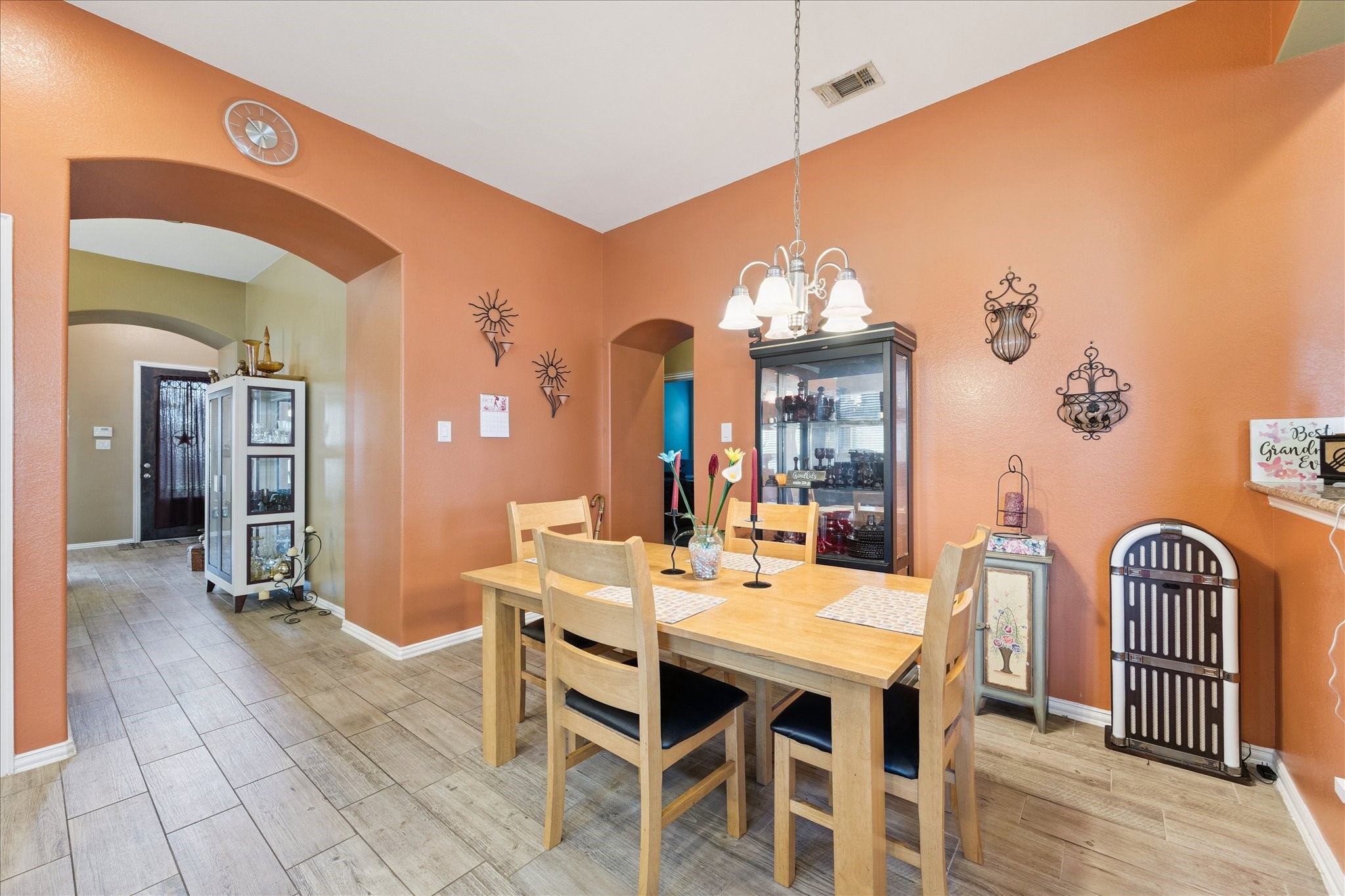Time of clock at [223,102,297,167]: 11:52
